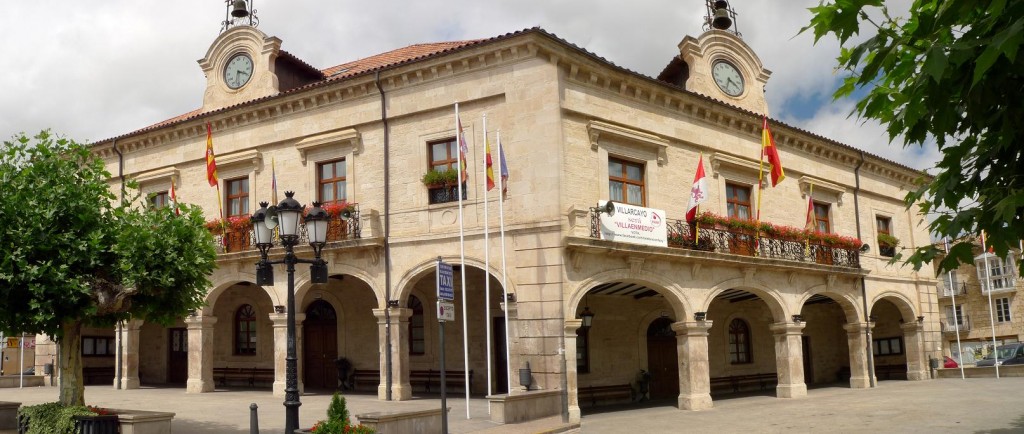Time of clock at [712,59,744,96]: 3:33
